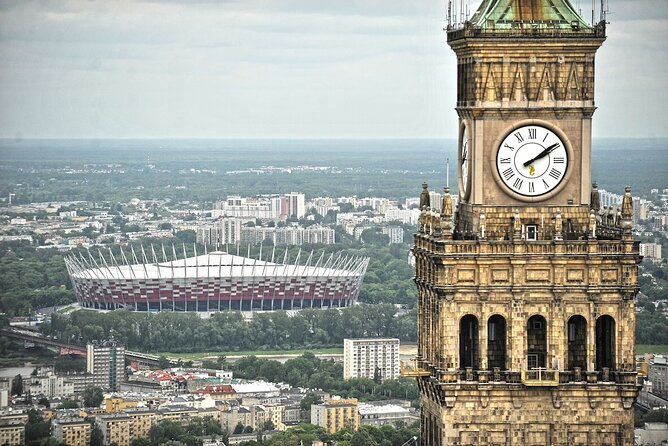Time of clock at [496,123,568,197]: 2:09
